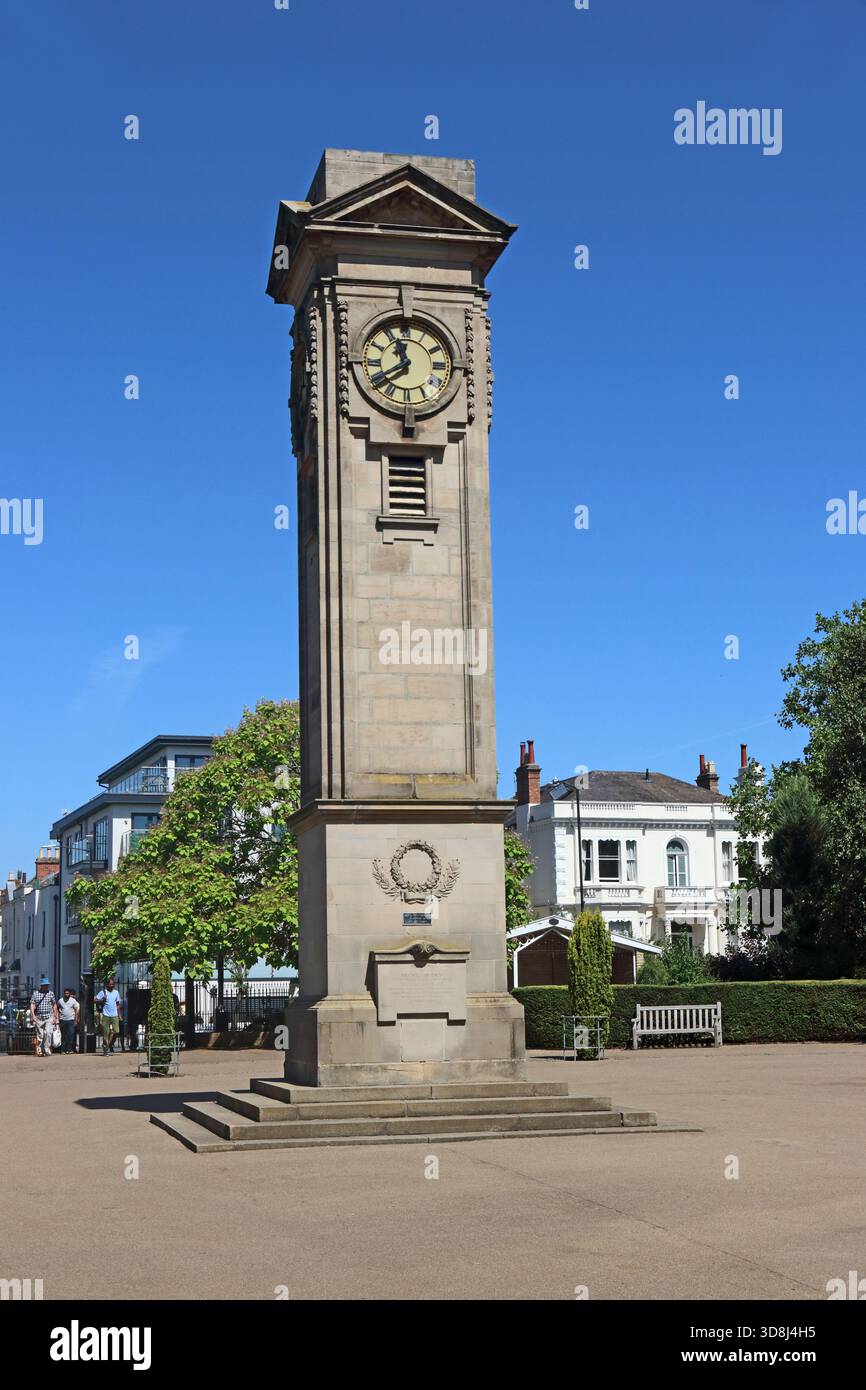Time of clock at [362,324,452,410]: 11:39
